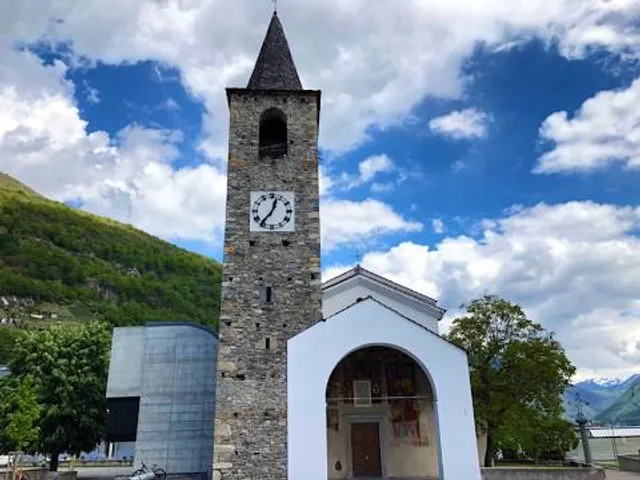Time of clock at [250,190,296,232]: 12:36
